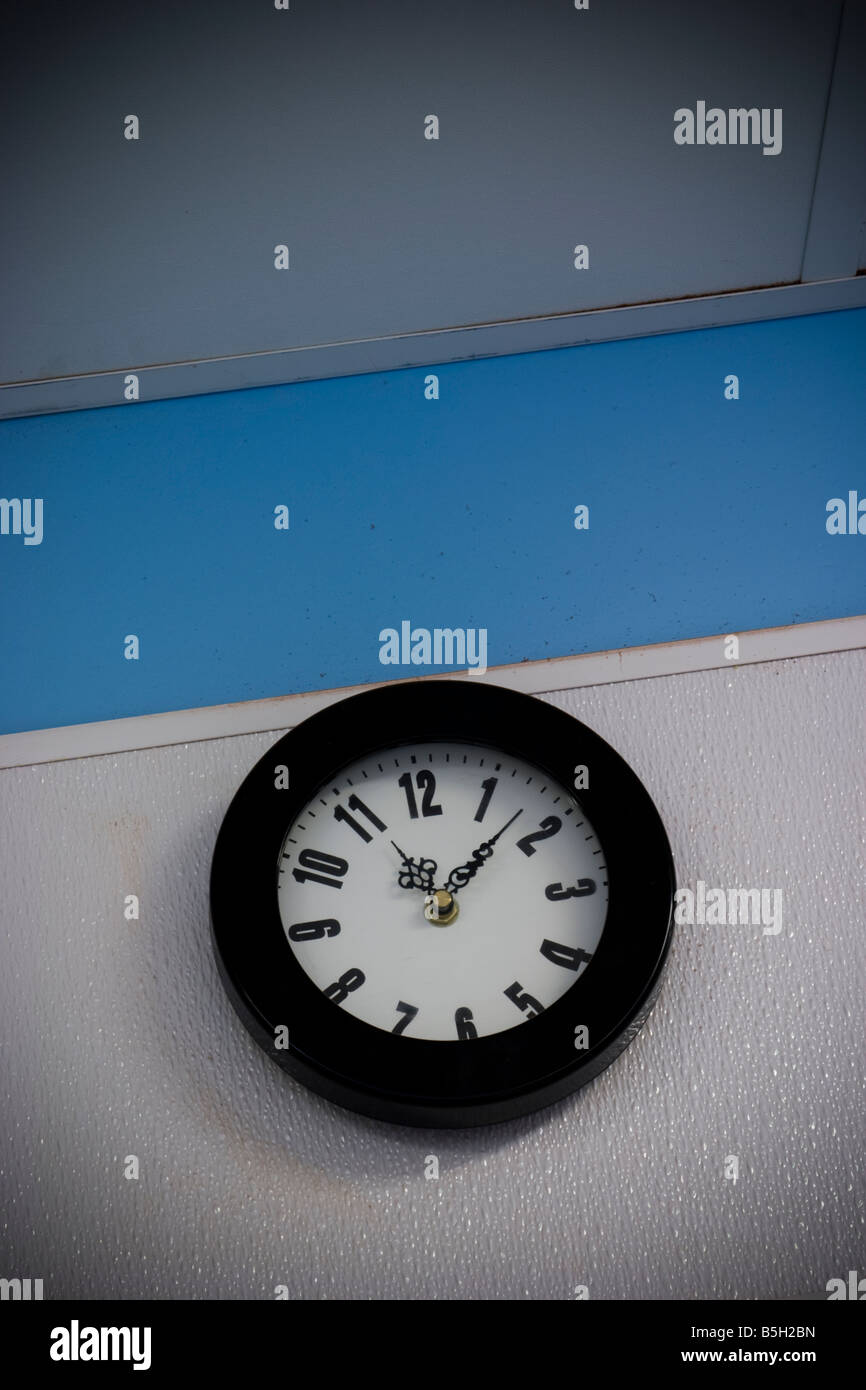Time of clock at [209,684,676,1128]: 11:07
